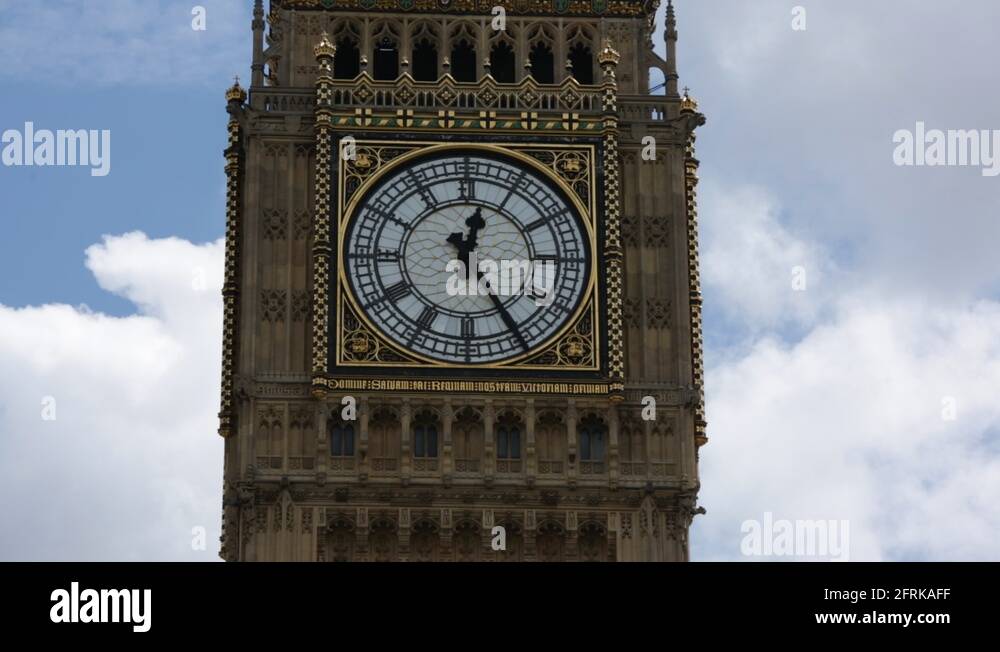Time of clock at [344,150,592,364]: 12:24
